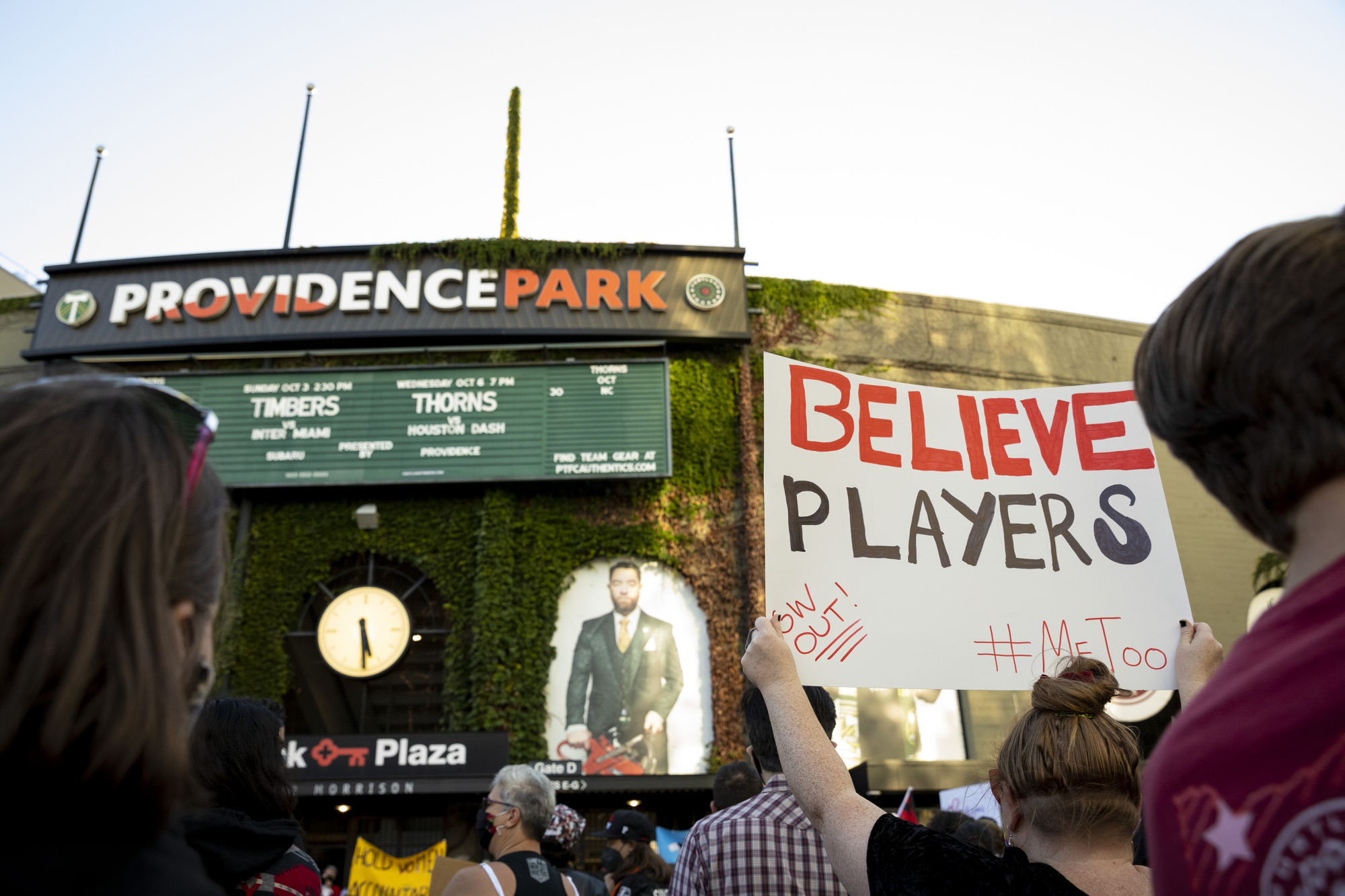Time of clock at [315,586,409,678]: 5:29
